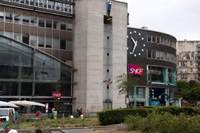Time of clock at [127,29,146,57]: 10:34
